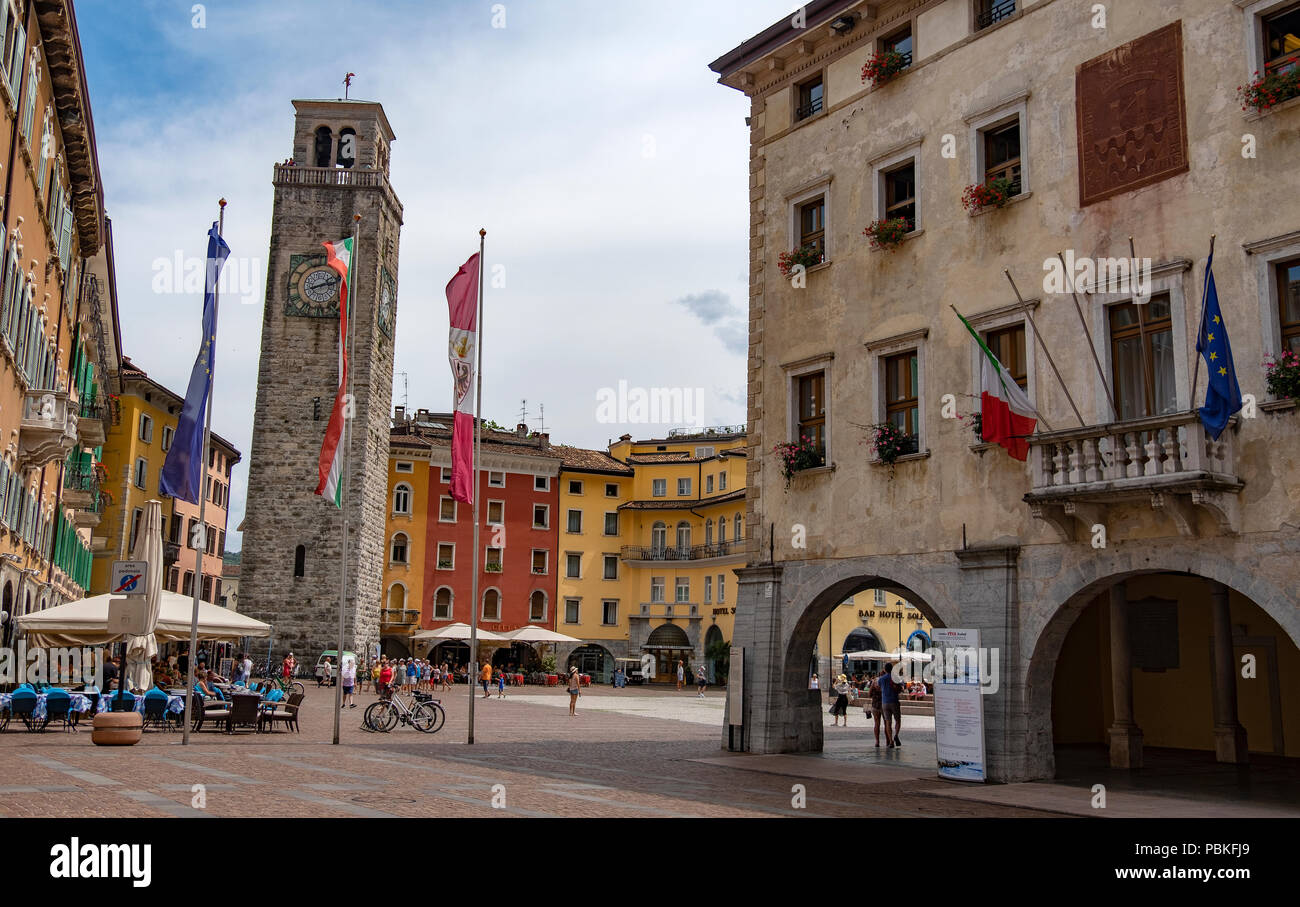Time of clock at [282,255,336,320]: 2:11
